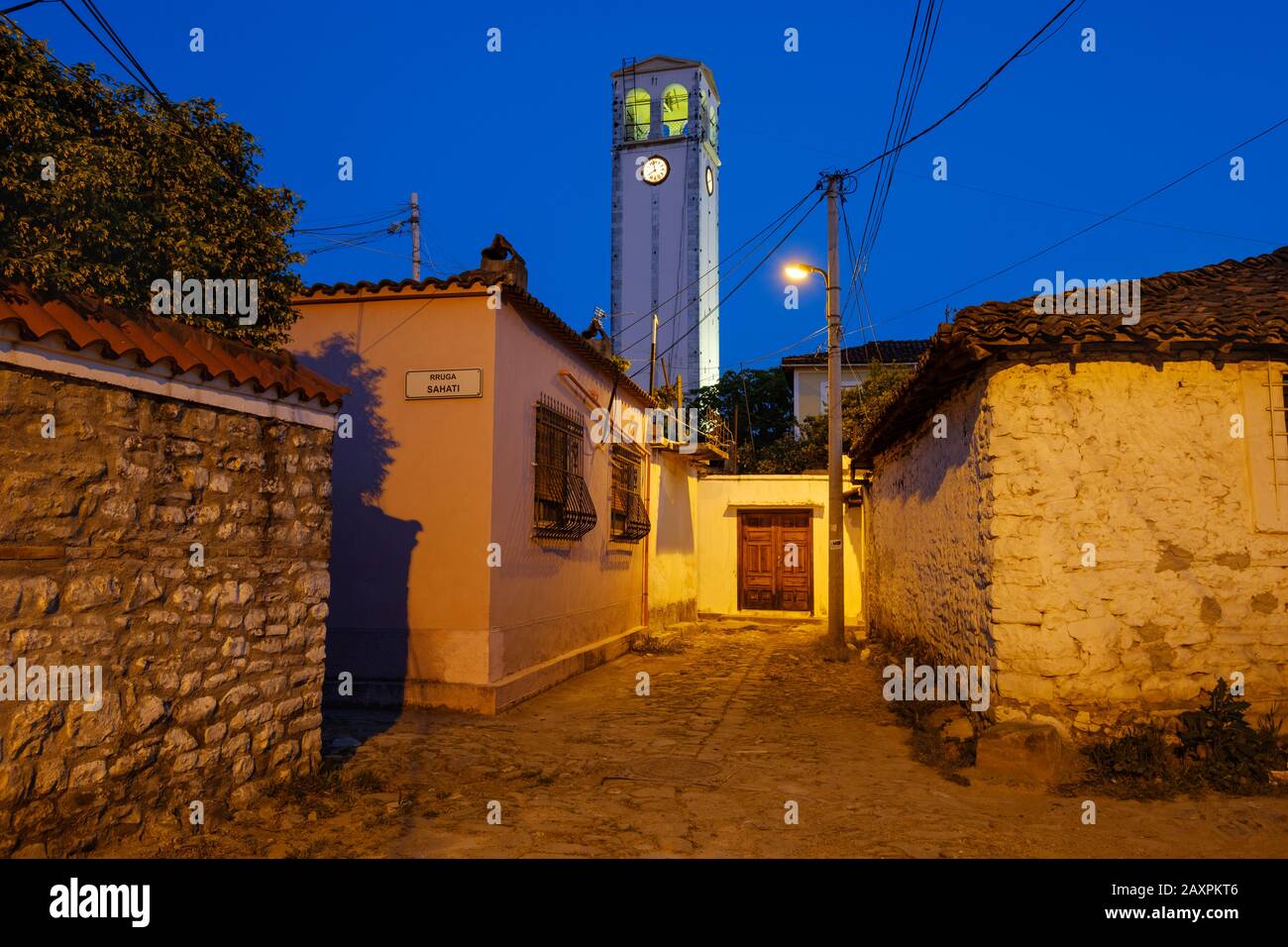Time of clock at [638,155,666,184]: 7:57
